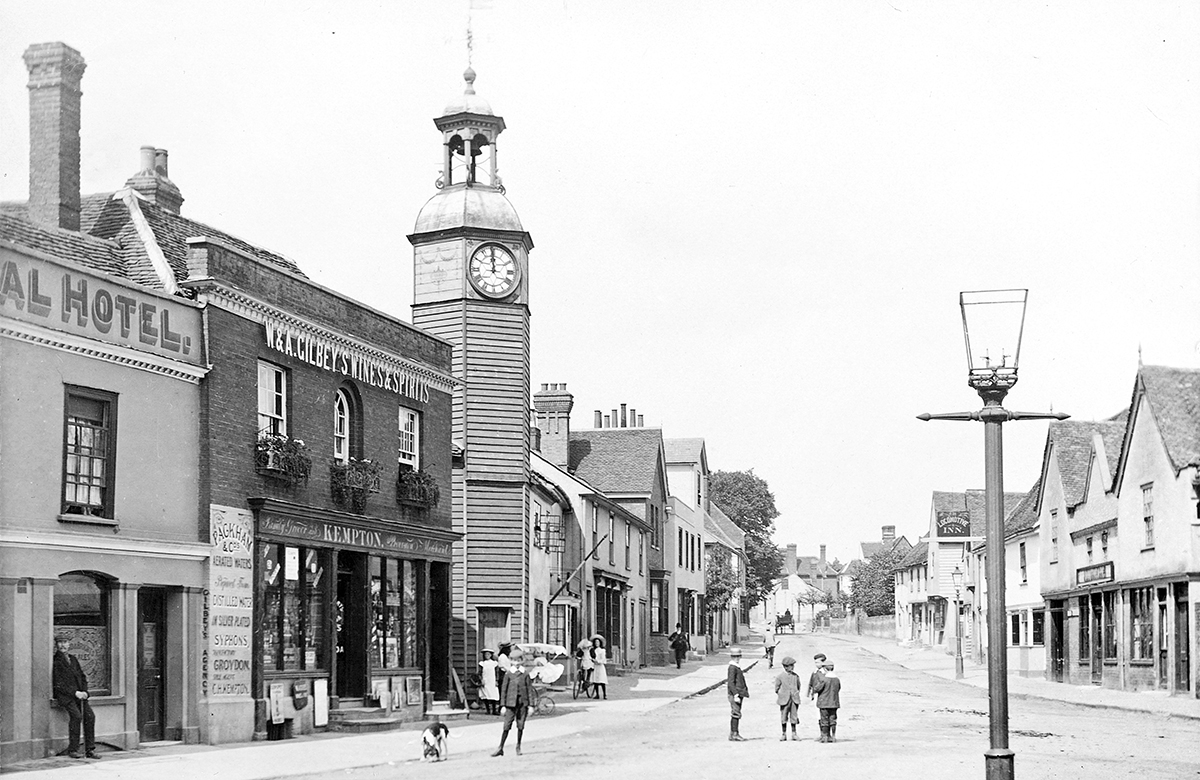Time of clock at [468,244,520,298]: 11:59
